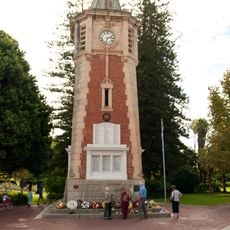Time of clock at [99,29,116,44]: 2:32
